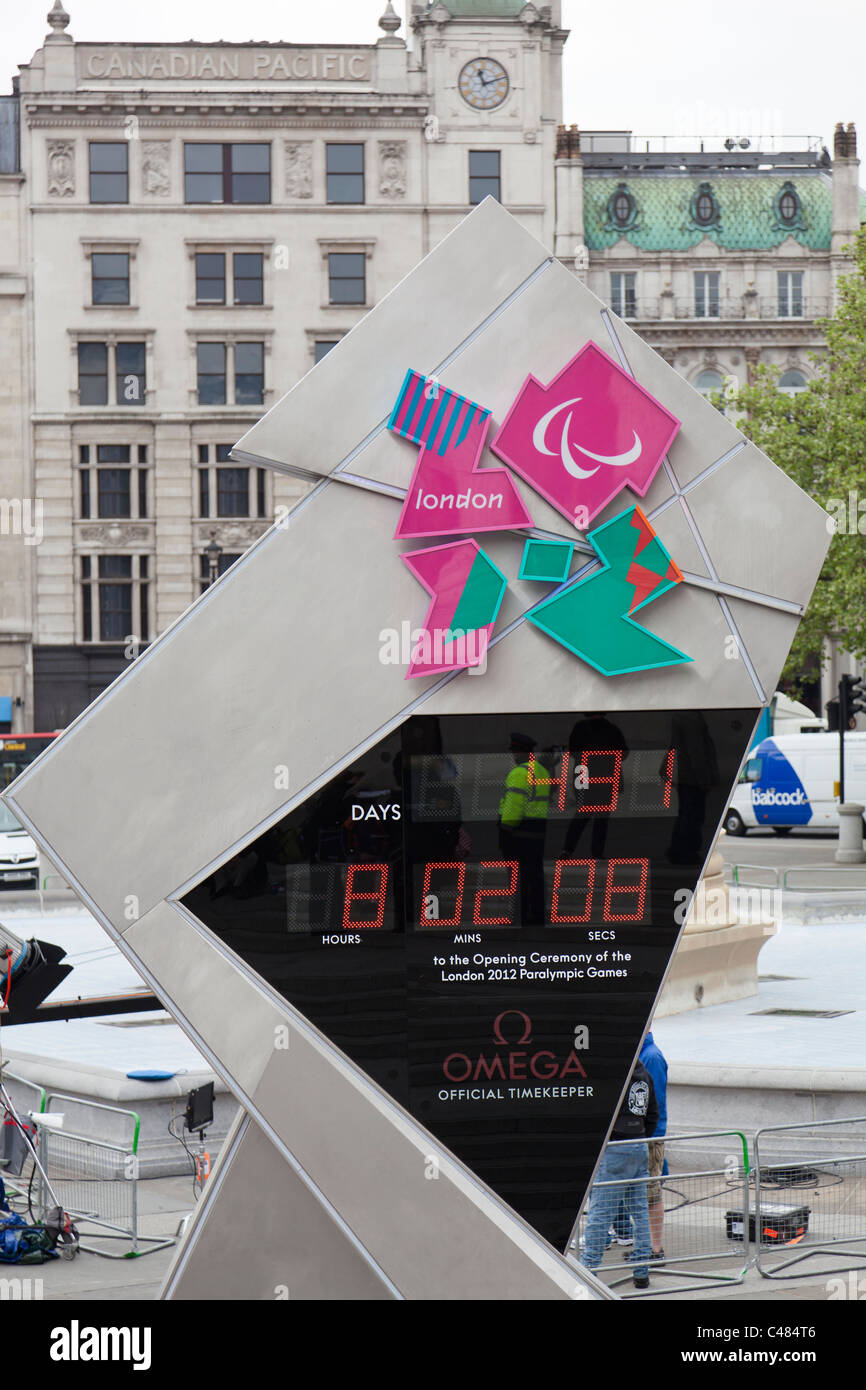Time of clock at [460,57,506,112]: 11:11
